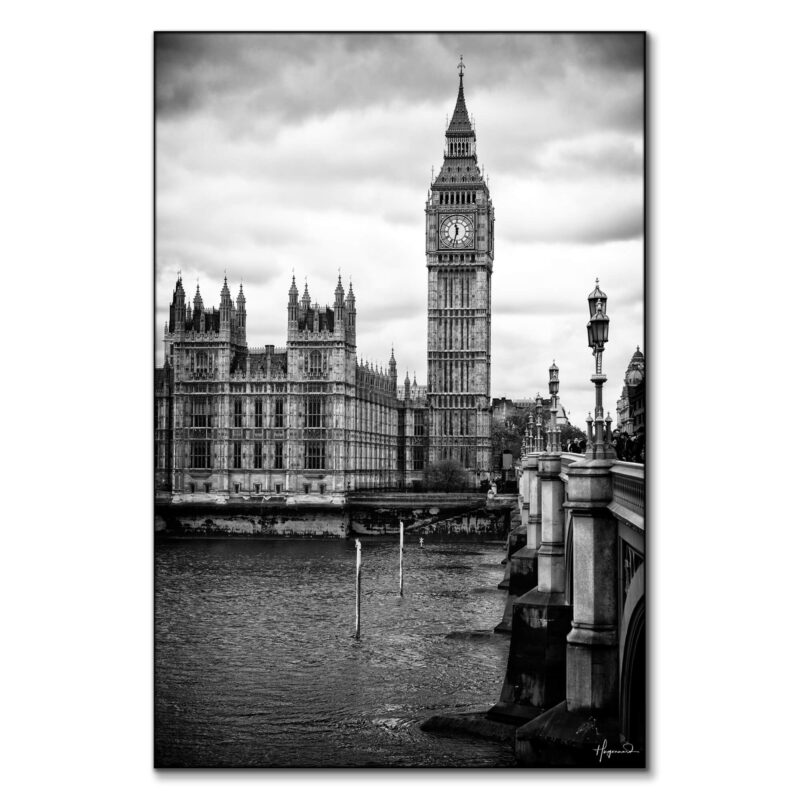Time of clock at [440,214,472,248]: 11:32
